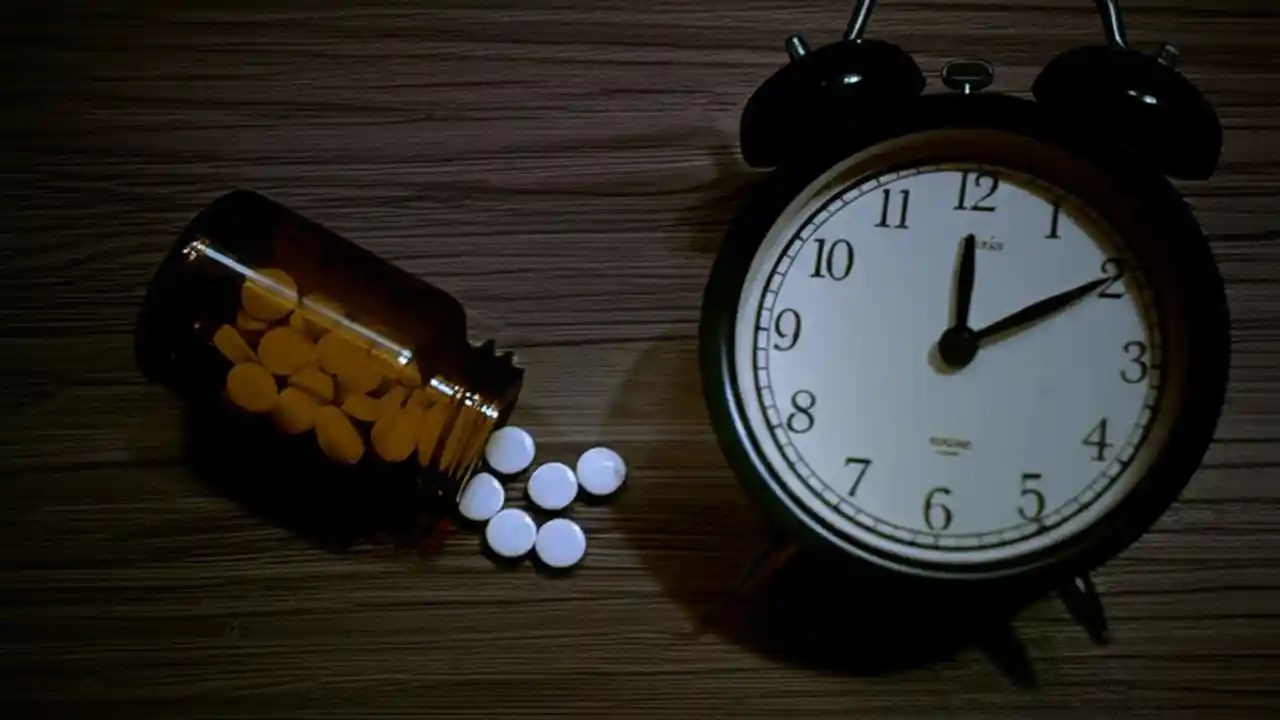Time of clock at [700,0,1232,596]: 12:09
